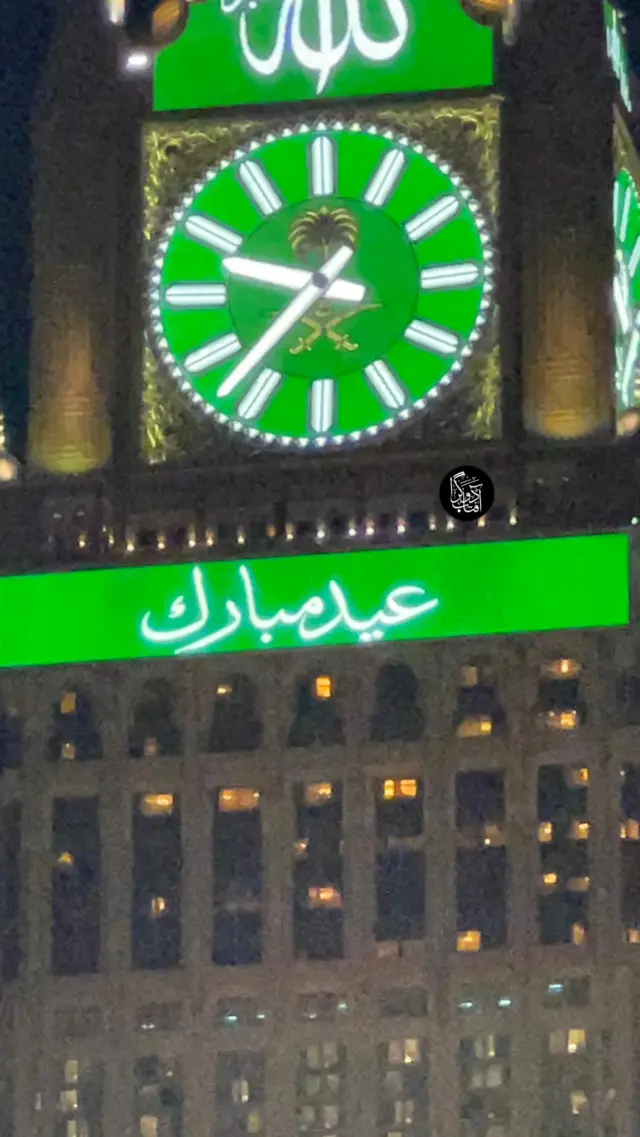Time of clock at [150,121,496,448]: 9:37
